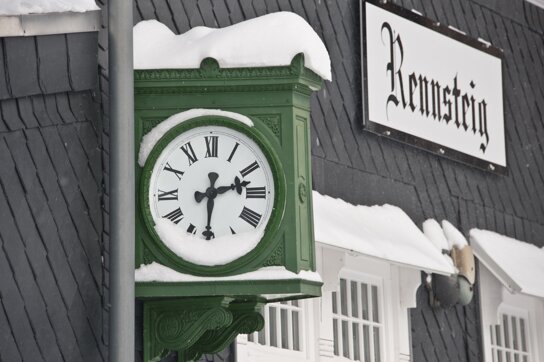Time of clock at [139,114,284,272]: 2:30
